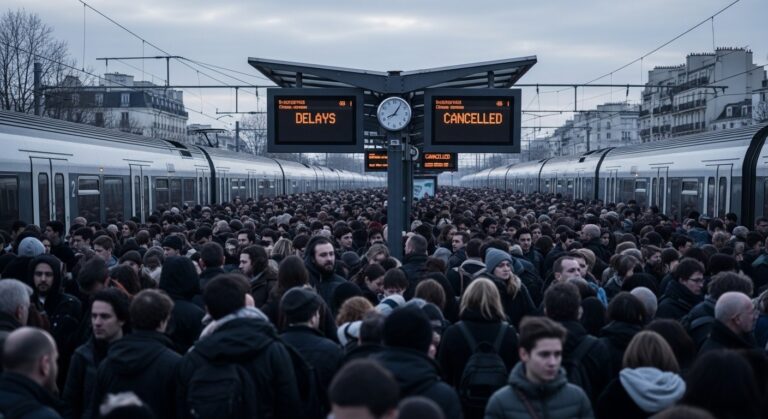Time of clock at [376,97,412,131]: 8:06
